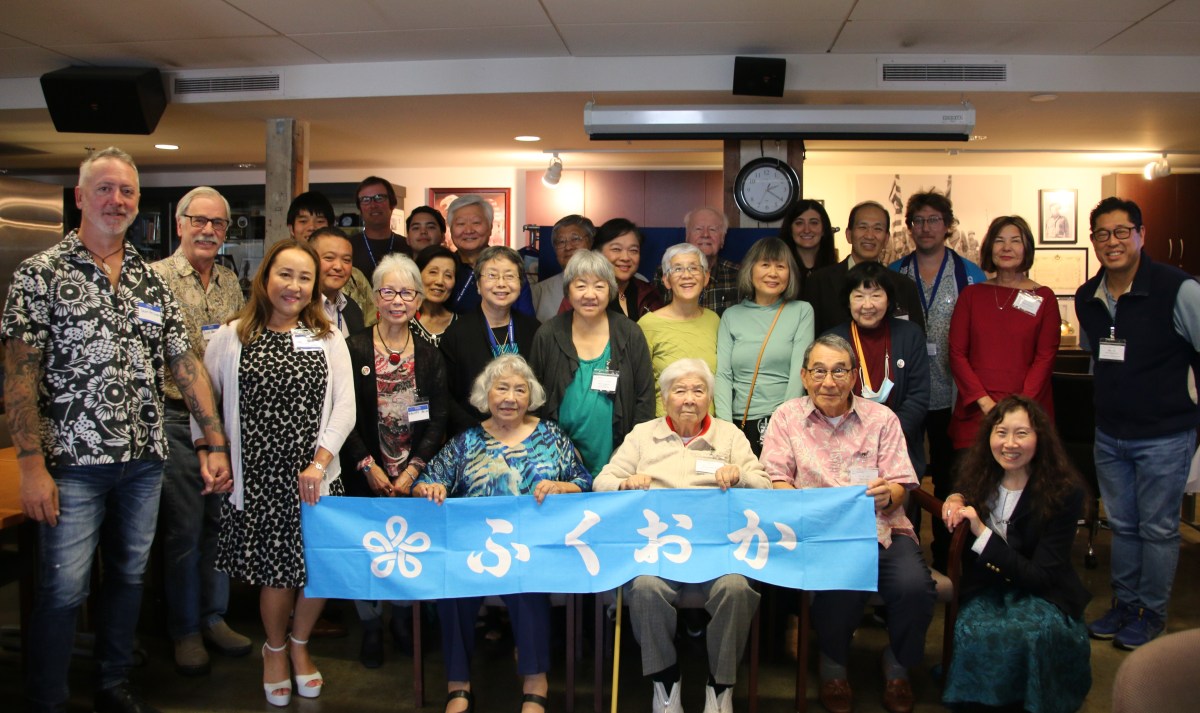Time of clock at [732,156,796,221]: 2:20
